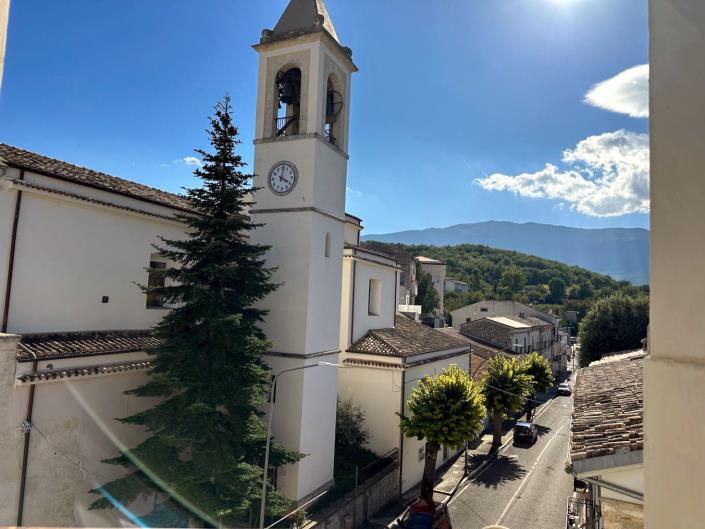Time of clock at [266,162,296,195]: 4:01
